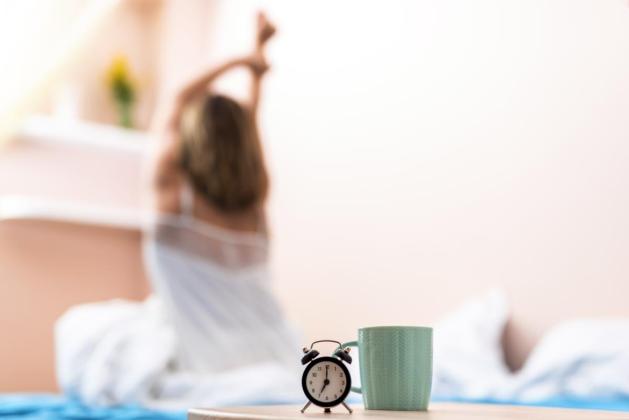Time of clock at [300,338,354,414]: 7:00
